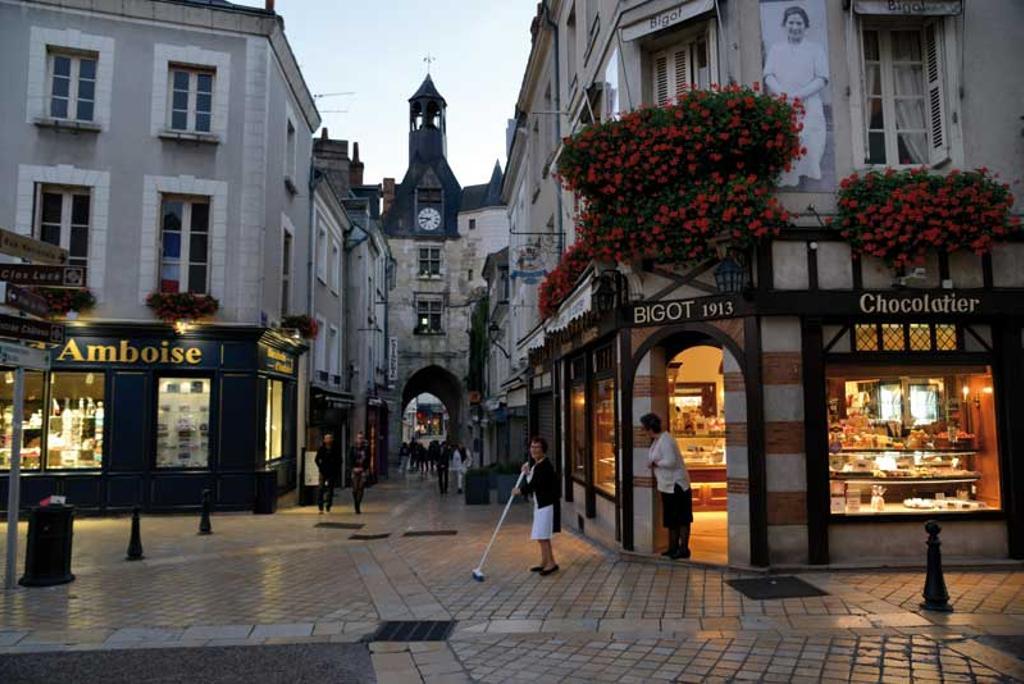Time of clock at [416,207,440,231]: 7:46
